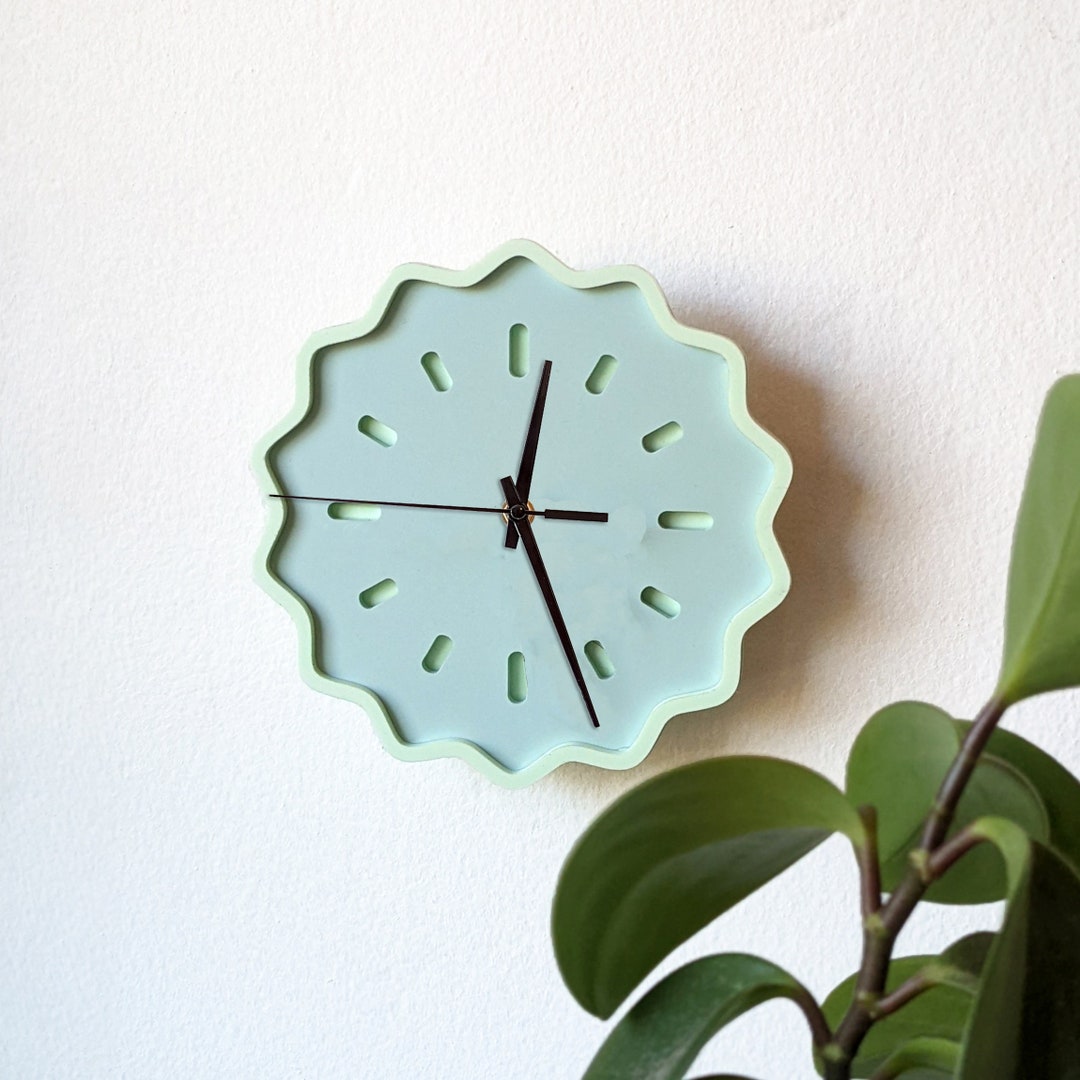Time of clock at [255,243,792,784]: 12:26
